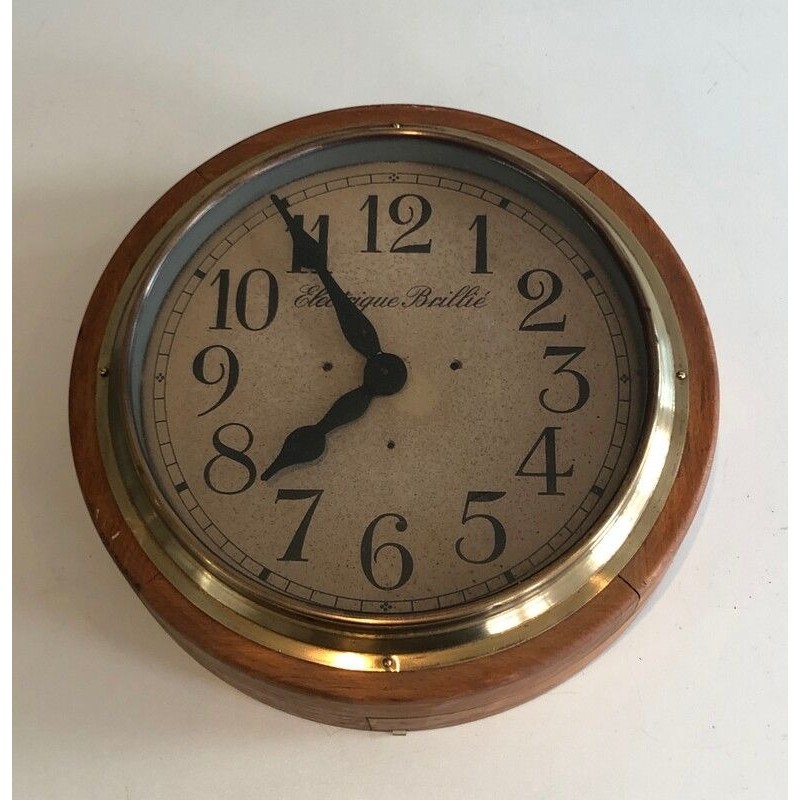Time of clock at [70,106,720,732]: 7:54
